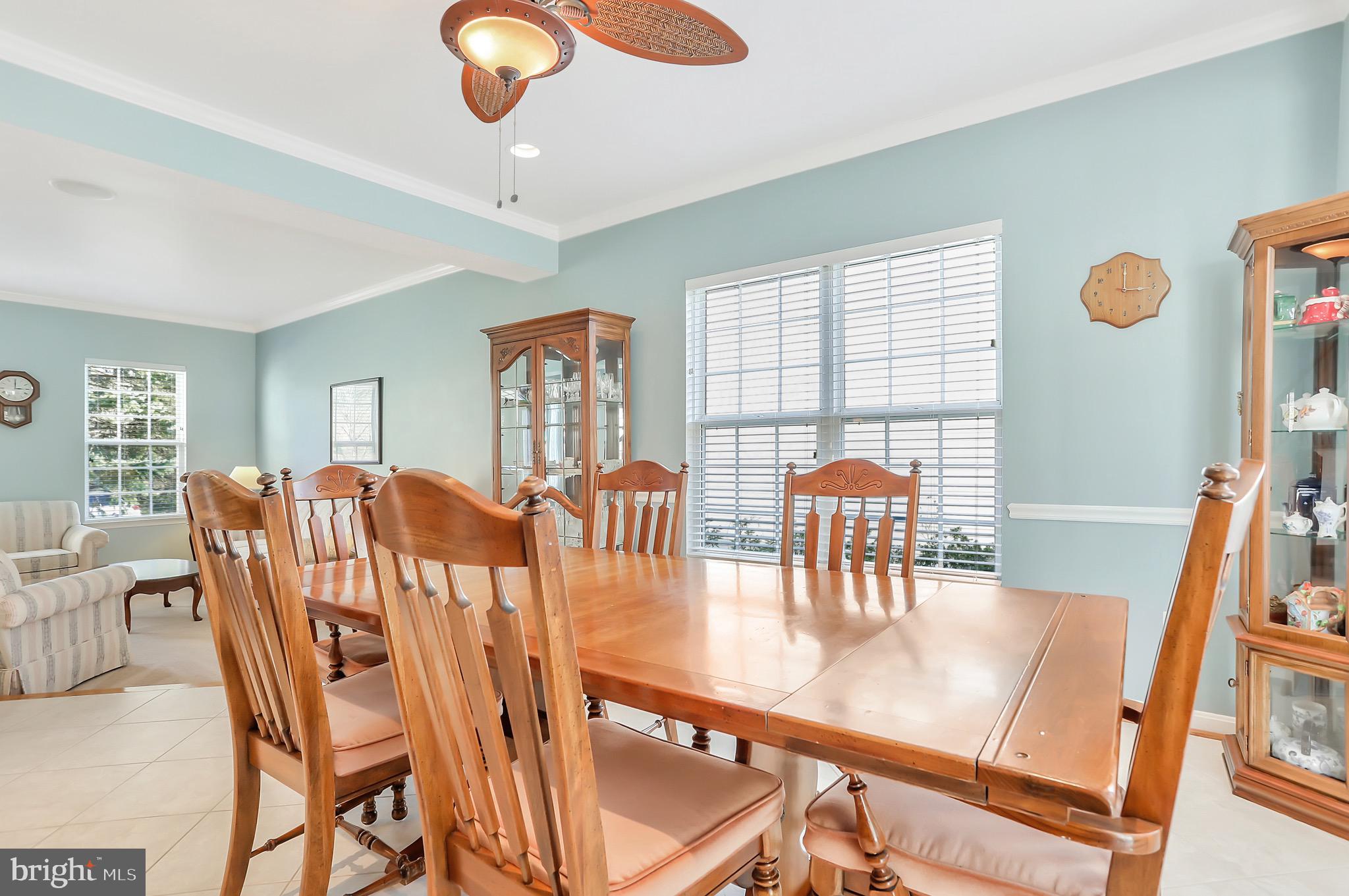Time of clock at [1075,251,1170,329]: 3:00
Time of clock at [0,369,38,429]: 3:00
